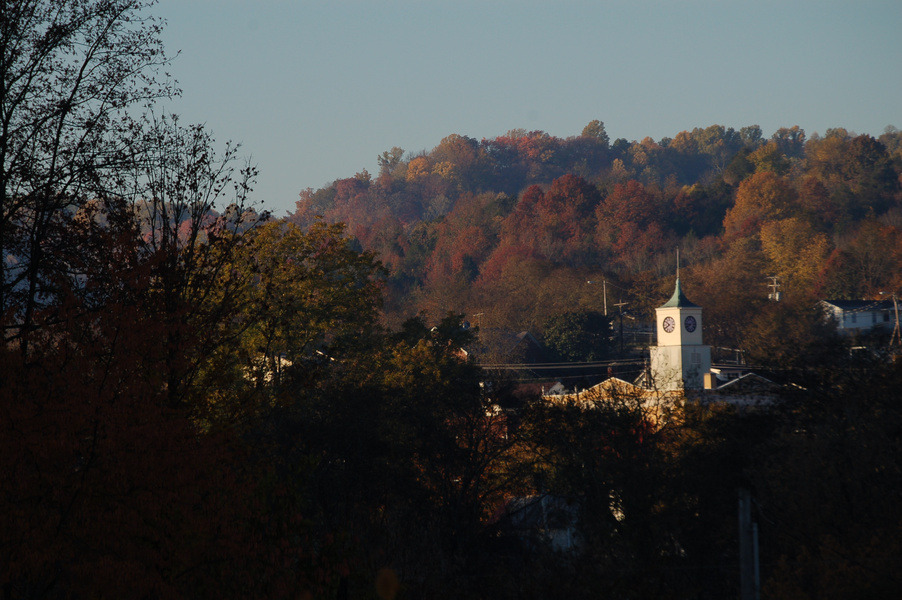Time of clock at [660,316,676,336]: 7:51
